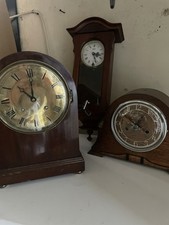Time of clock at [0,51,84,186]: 10:00
